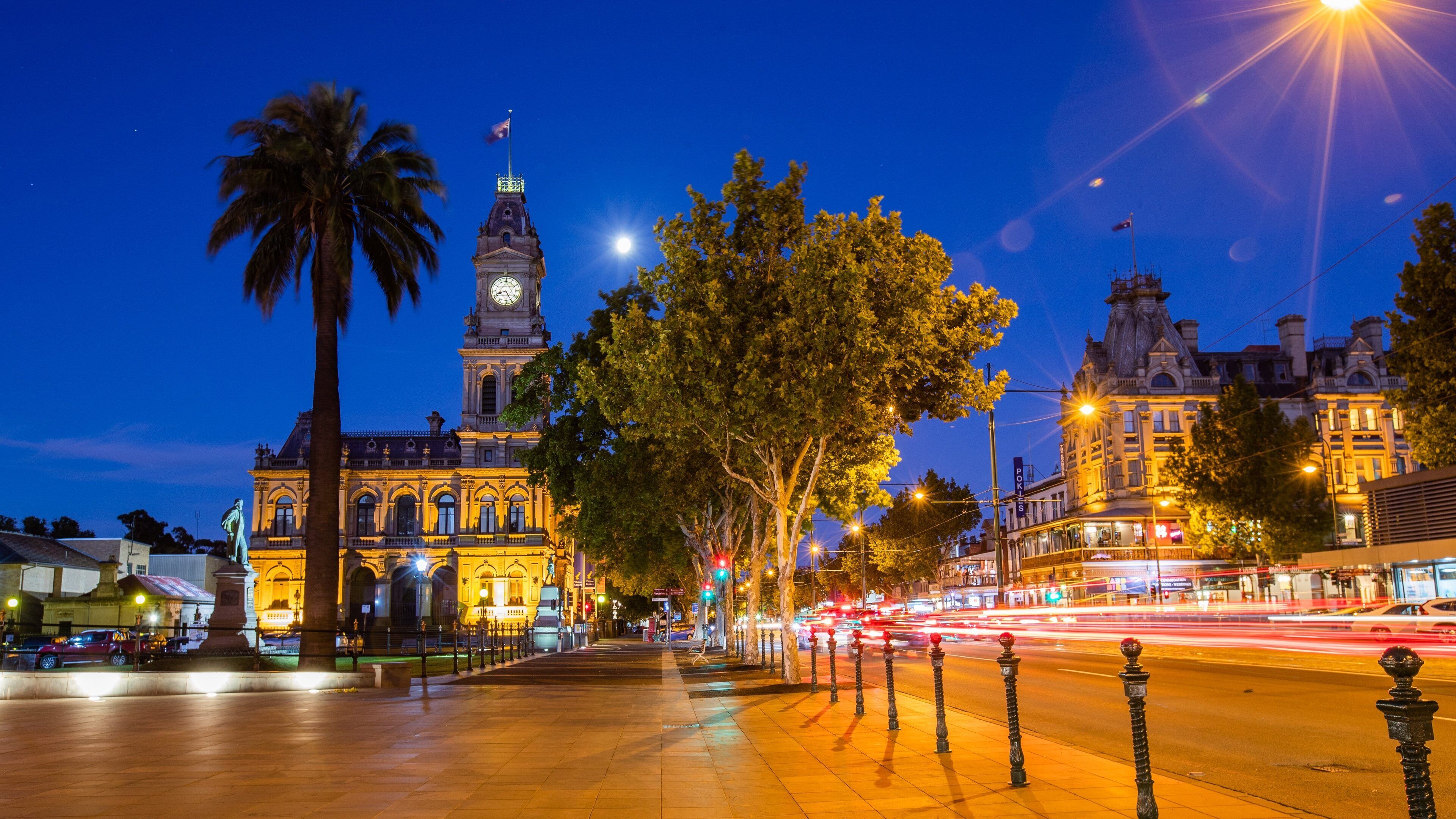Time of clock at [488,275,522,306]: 8:24
